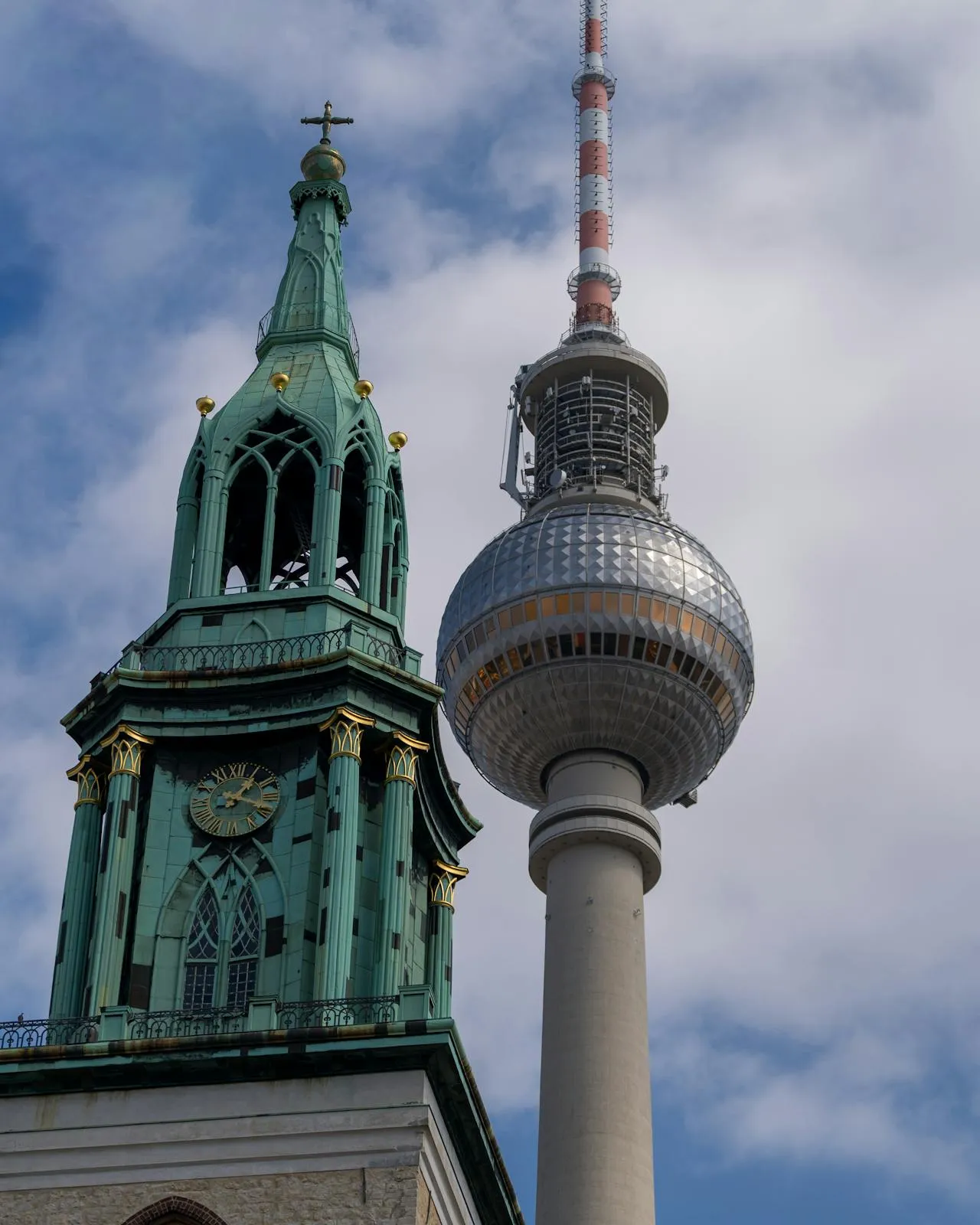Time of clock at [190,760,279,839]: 1:18
